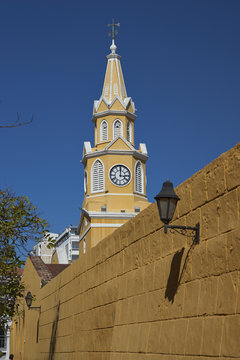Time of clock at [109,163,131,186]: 3:00
